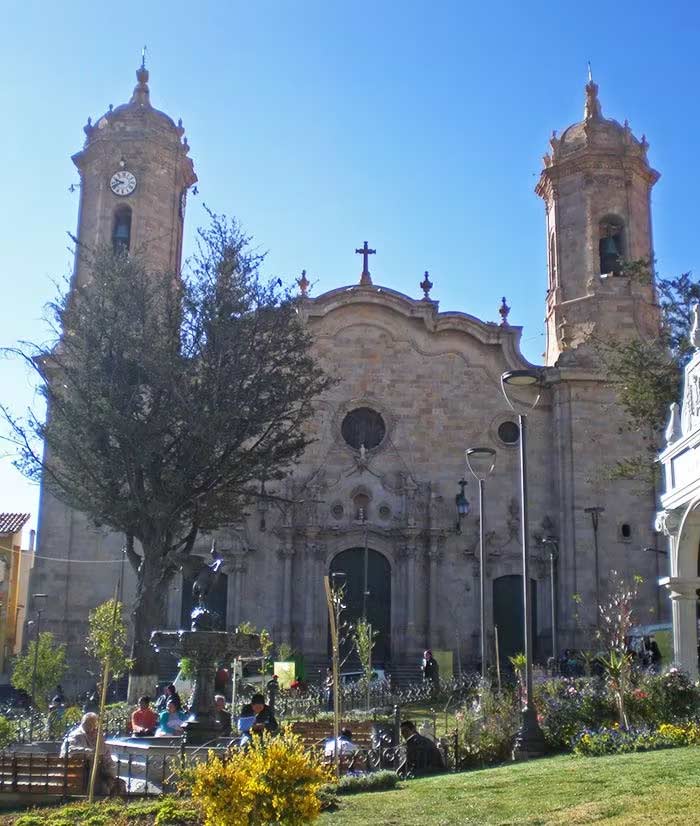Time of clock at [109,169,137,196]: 9:42
